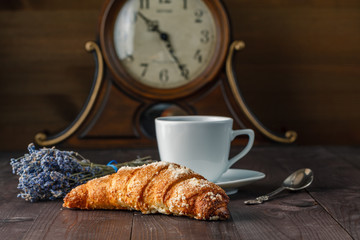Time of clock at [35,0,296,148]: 10:24
